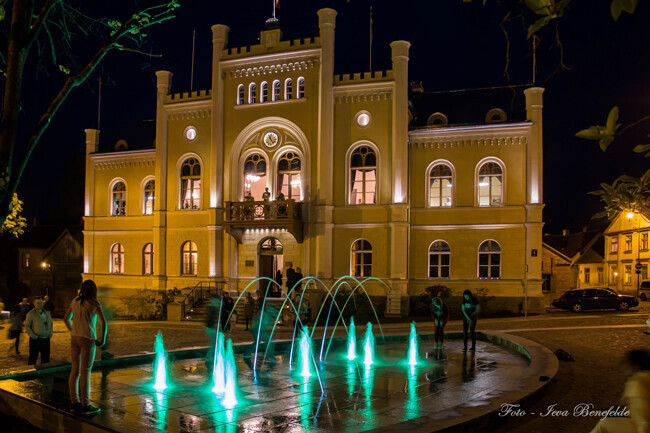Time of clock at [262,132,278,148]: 11:23
